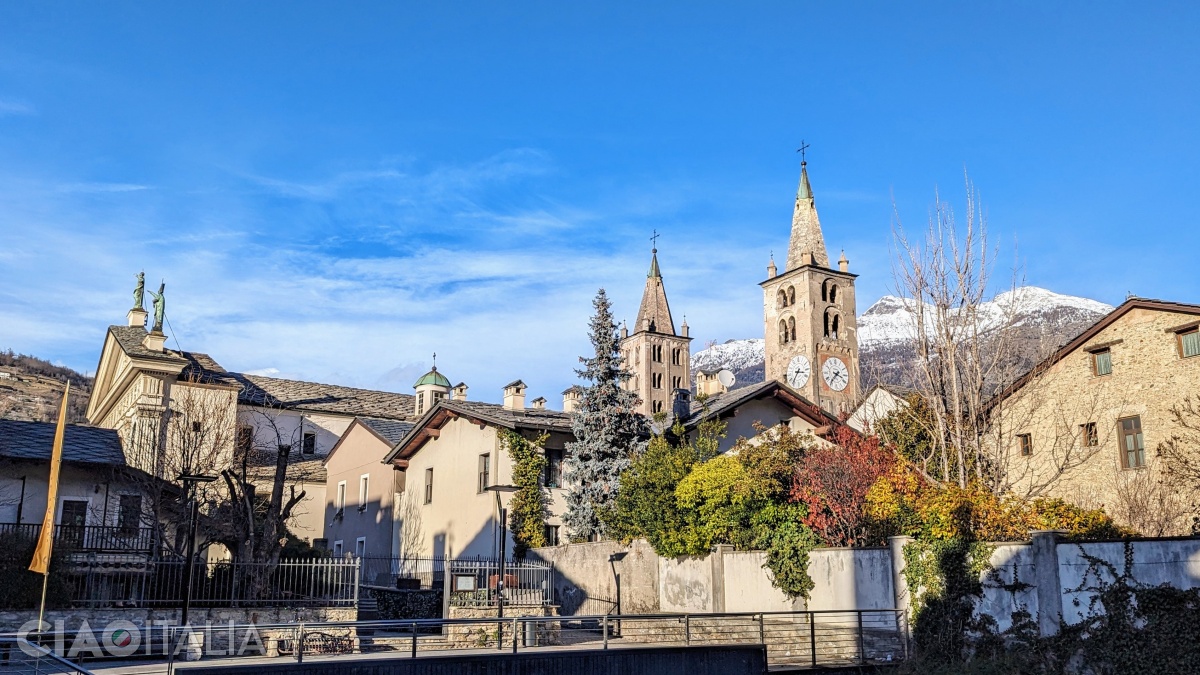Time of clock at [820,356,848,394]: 3:36
